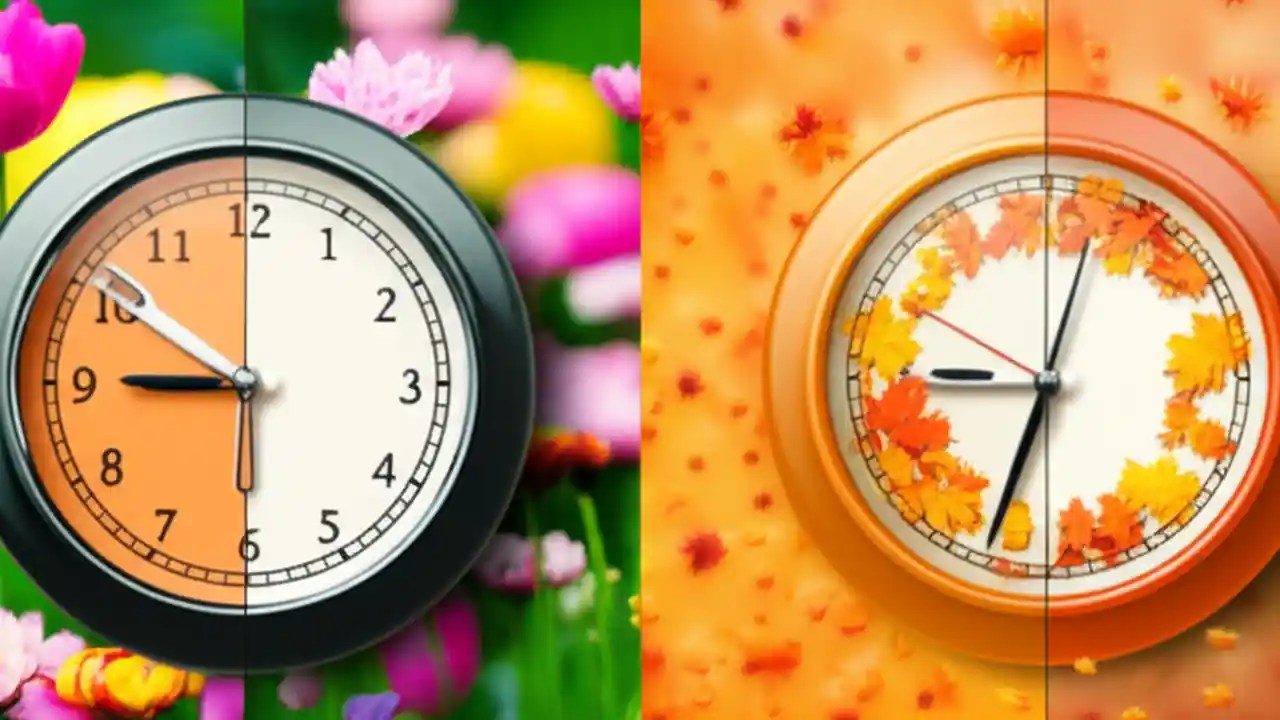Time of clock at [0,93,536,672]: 8:50
